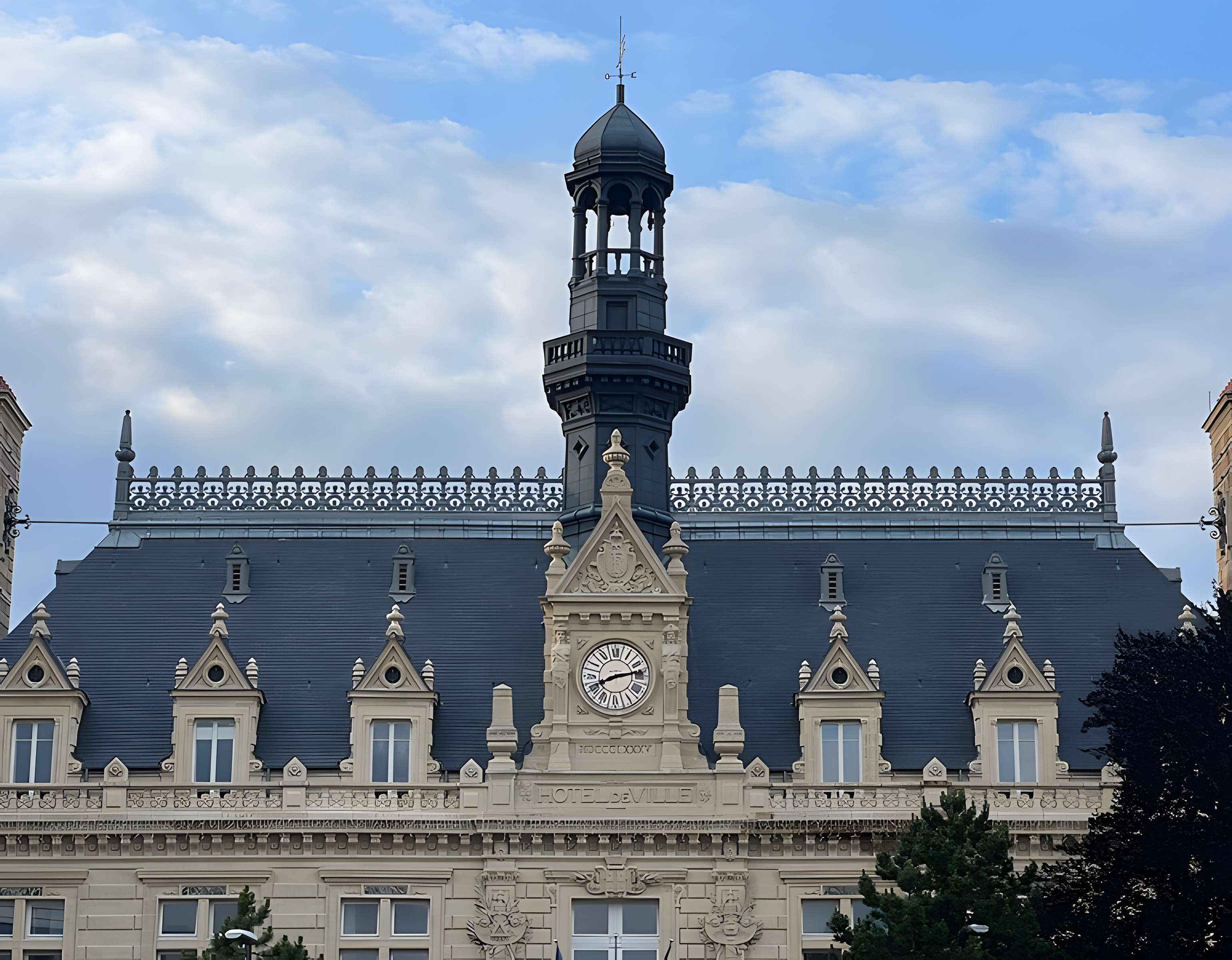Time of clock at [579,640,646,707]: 8:13
